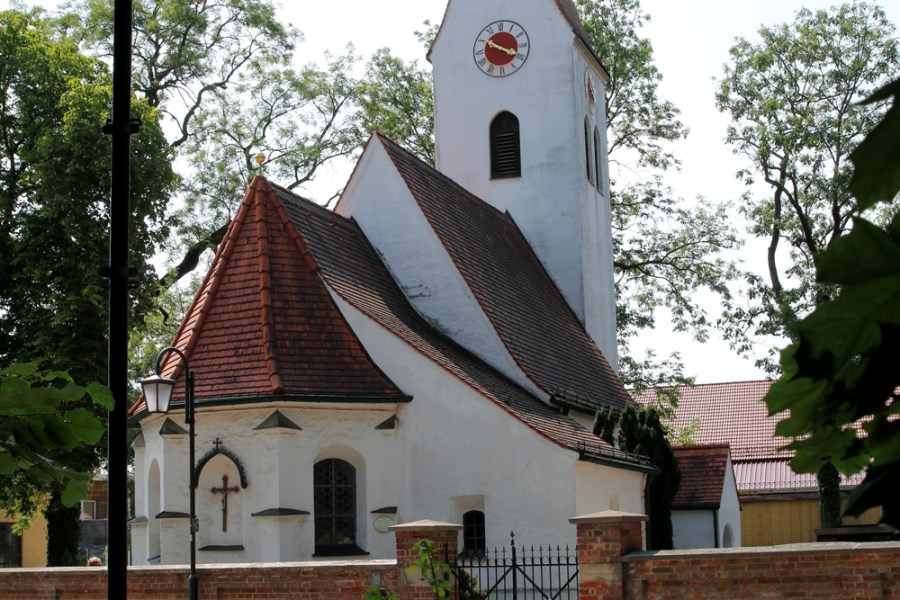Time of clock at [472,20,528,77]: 3:50
